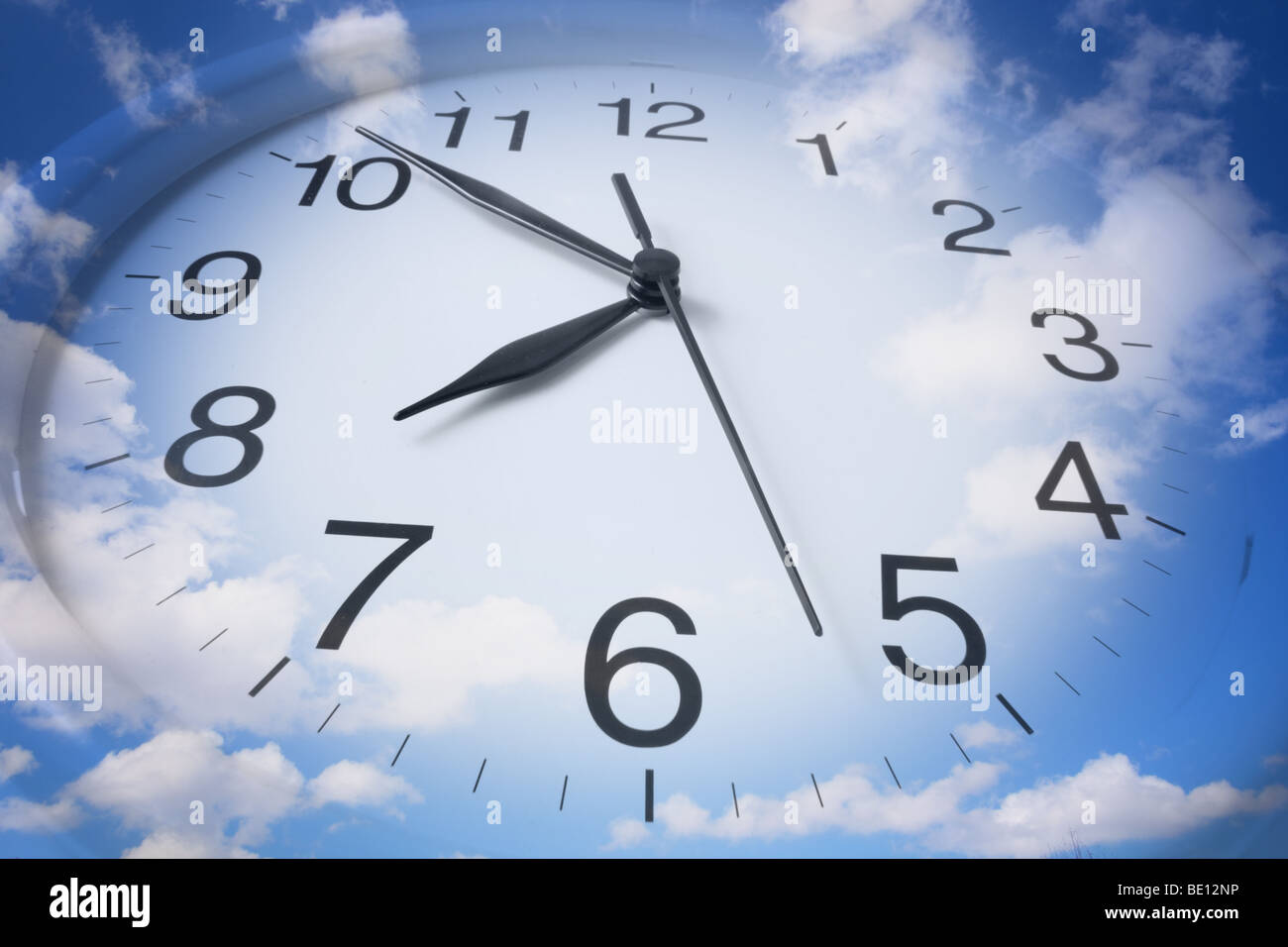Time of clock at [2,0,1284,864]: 7:51
